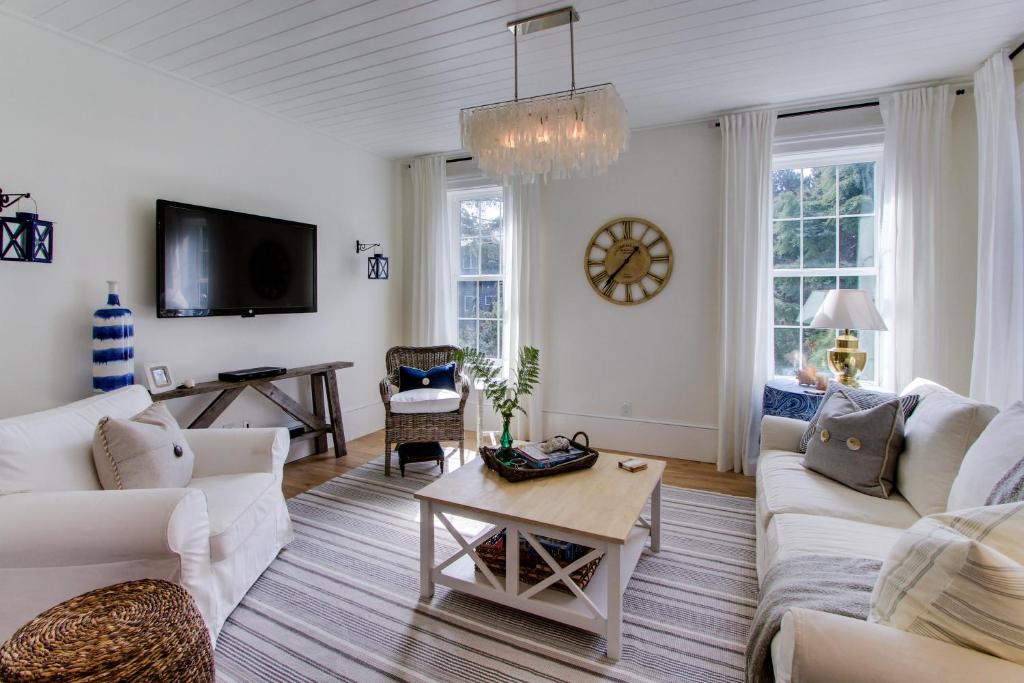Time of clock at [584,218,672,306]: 1:36
